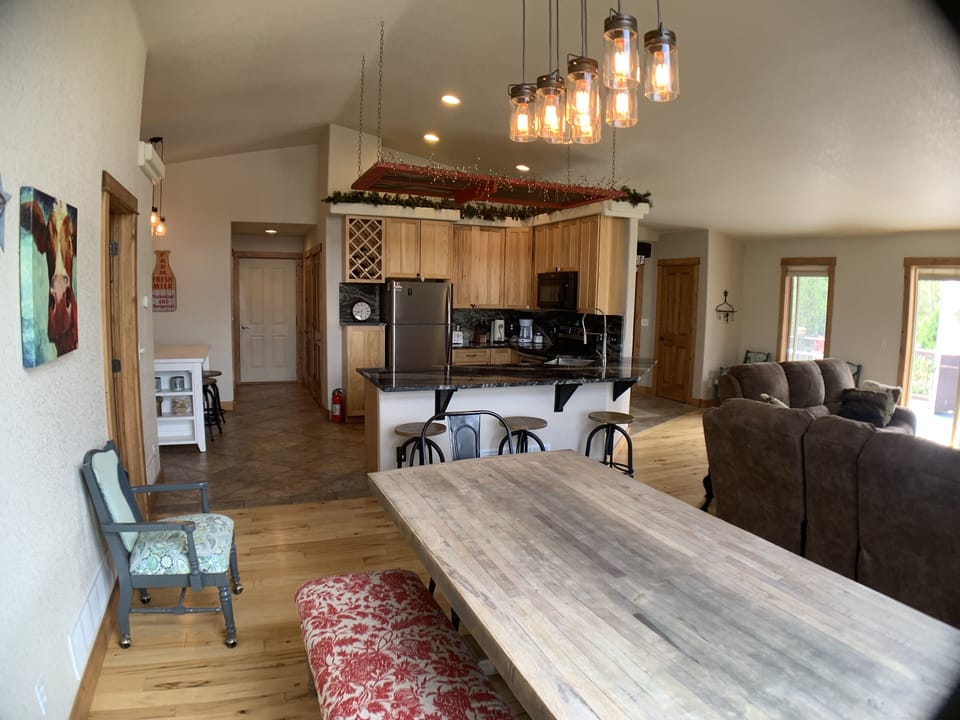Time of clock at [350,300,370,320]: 8:32
